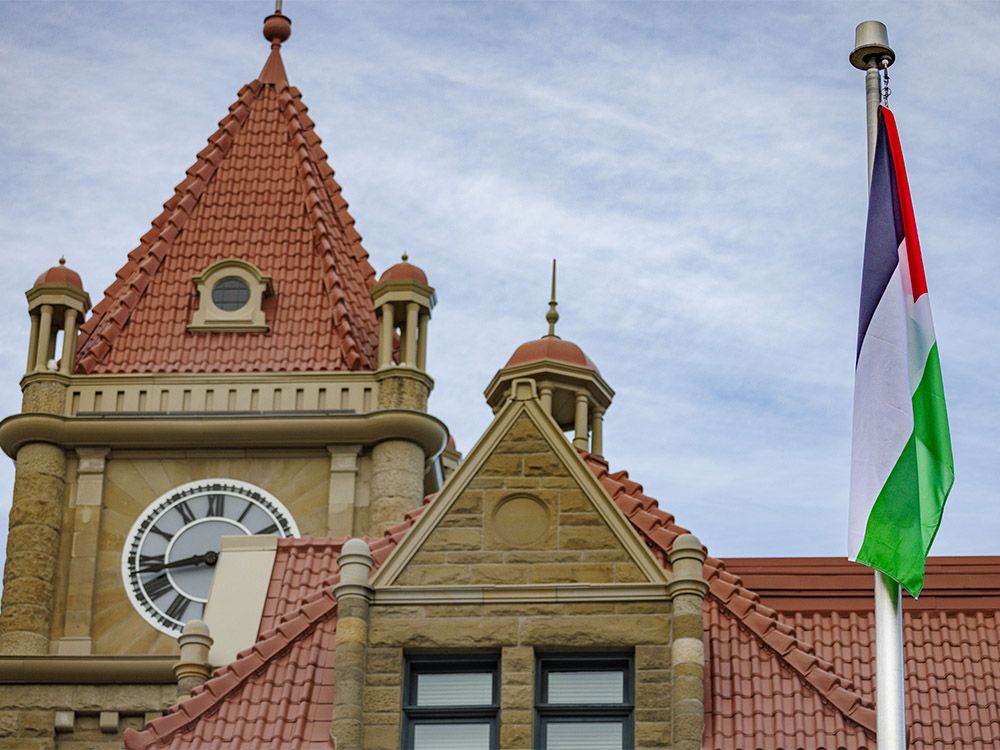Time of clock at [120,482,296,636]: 8:42
